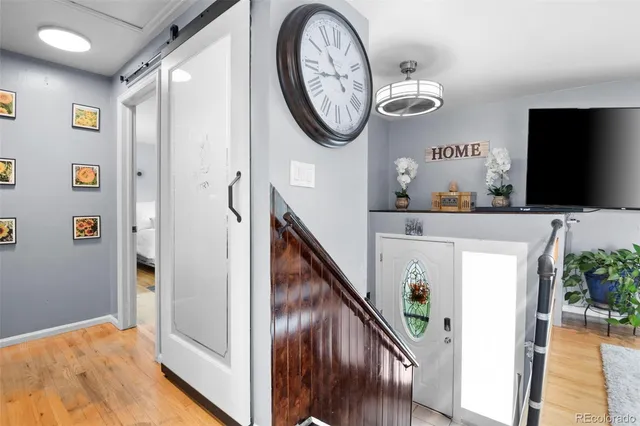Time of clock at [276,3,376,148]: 10:43
